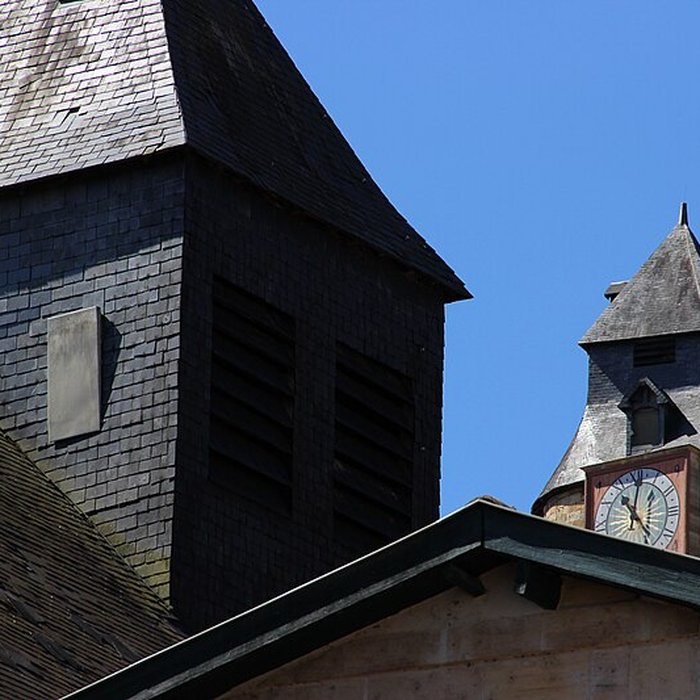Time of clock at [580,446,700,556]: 12:23
